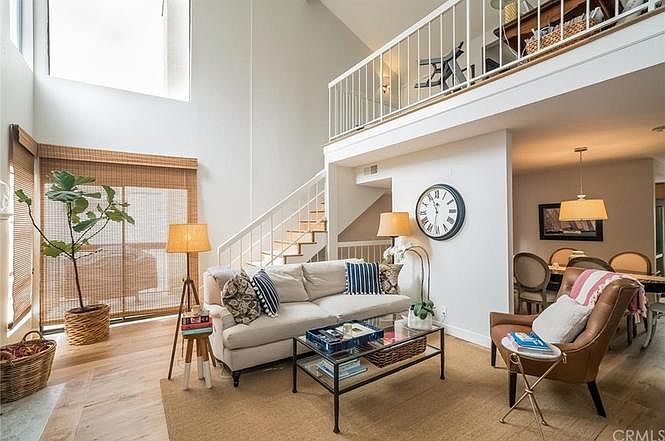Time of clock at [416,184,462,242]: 11:31
